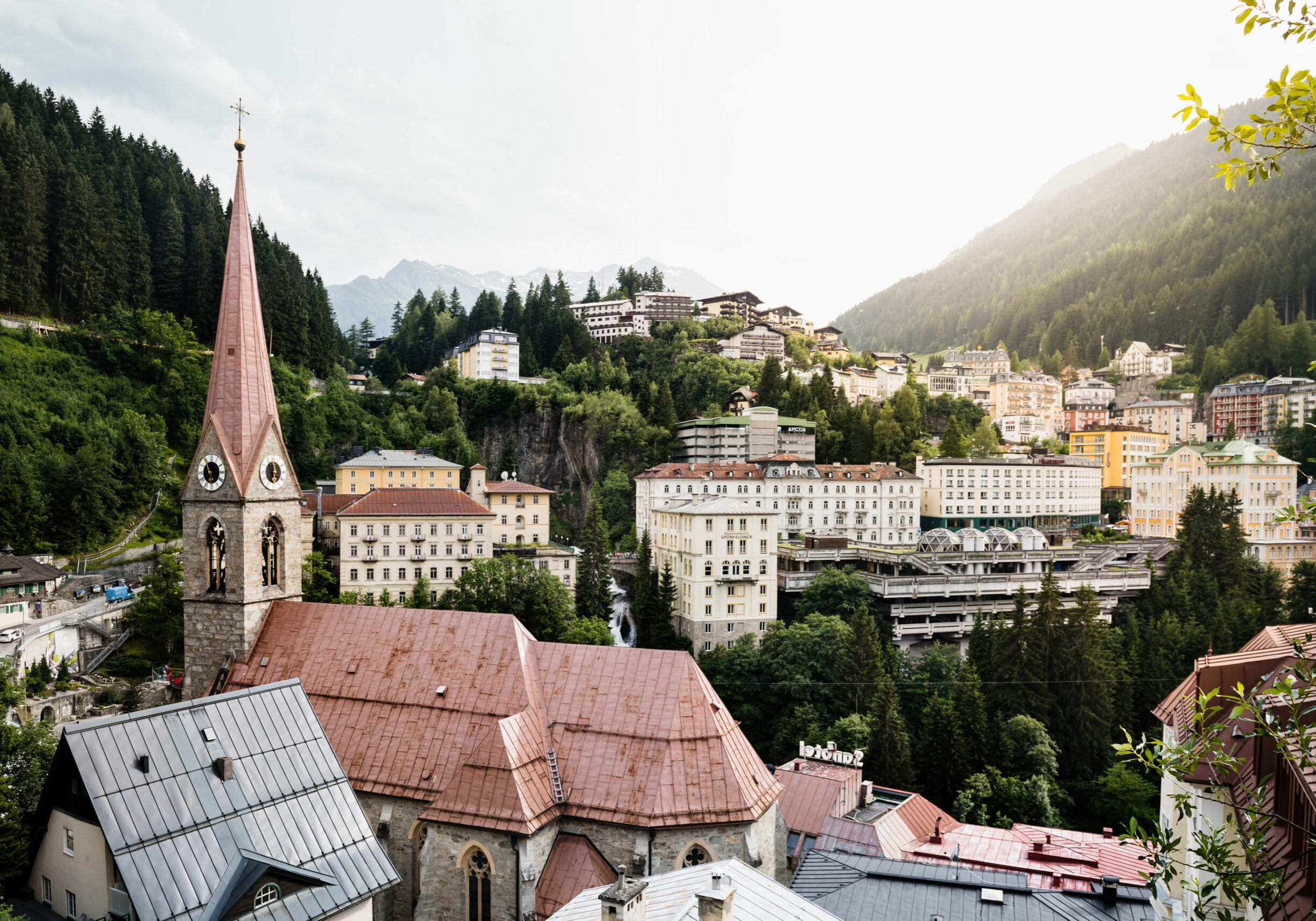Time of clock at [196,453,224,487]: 5:54
